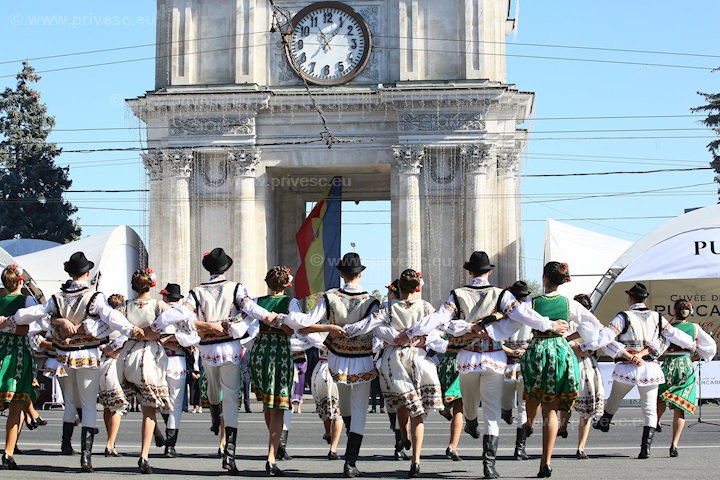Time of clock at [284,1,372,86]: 11:06
